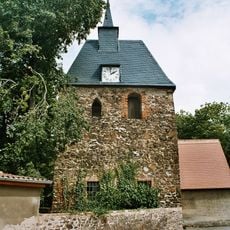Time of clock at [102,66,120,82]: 1:59
